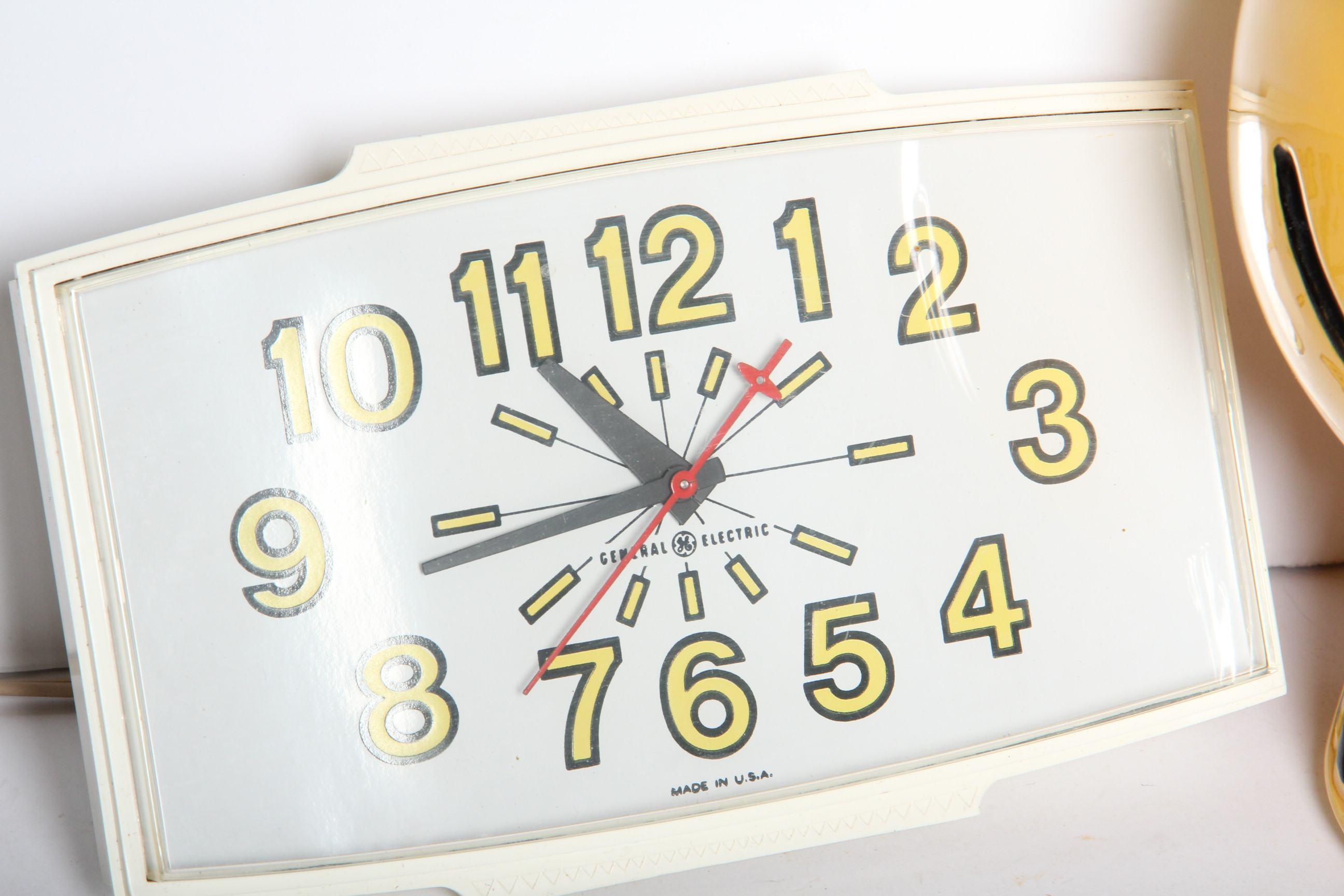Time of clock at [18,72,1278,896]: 10:43
